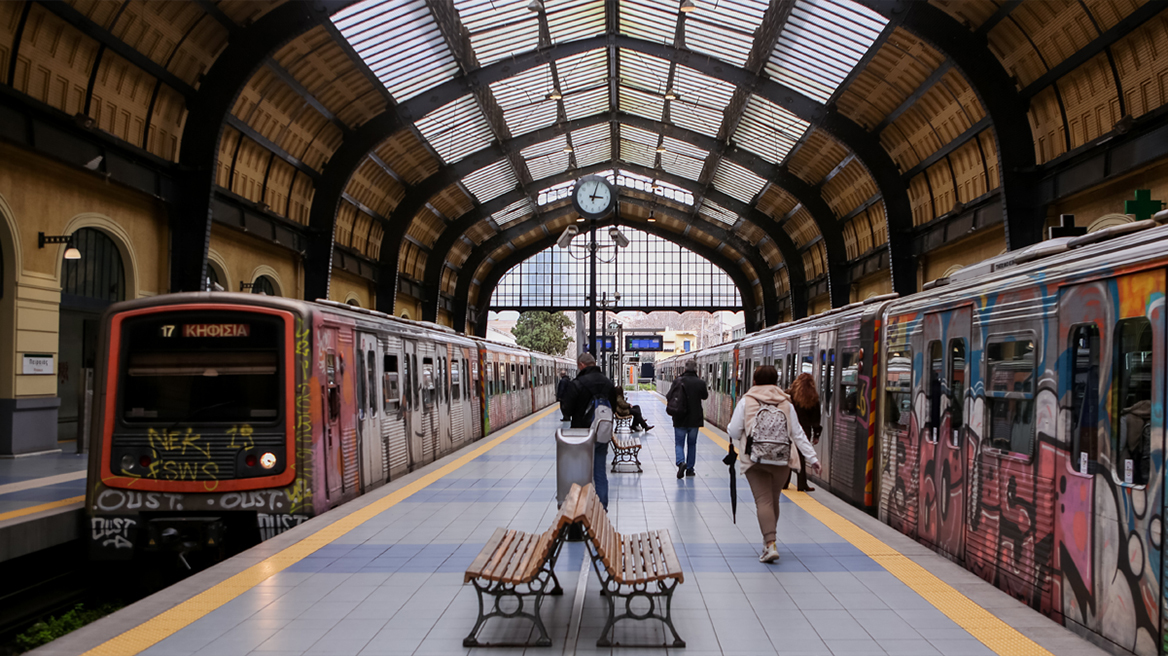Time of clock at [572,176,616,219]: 3:02
